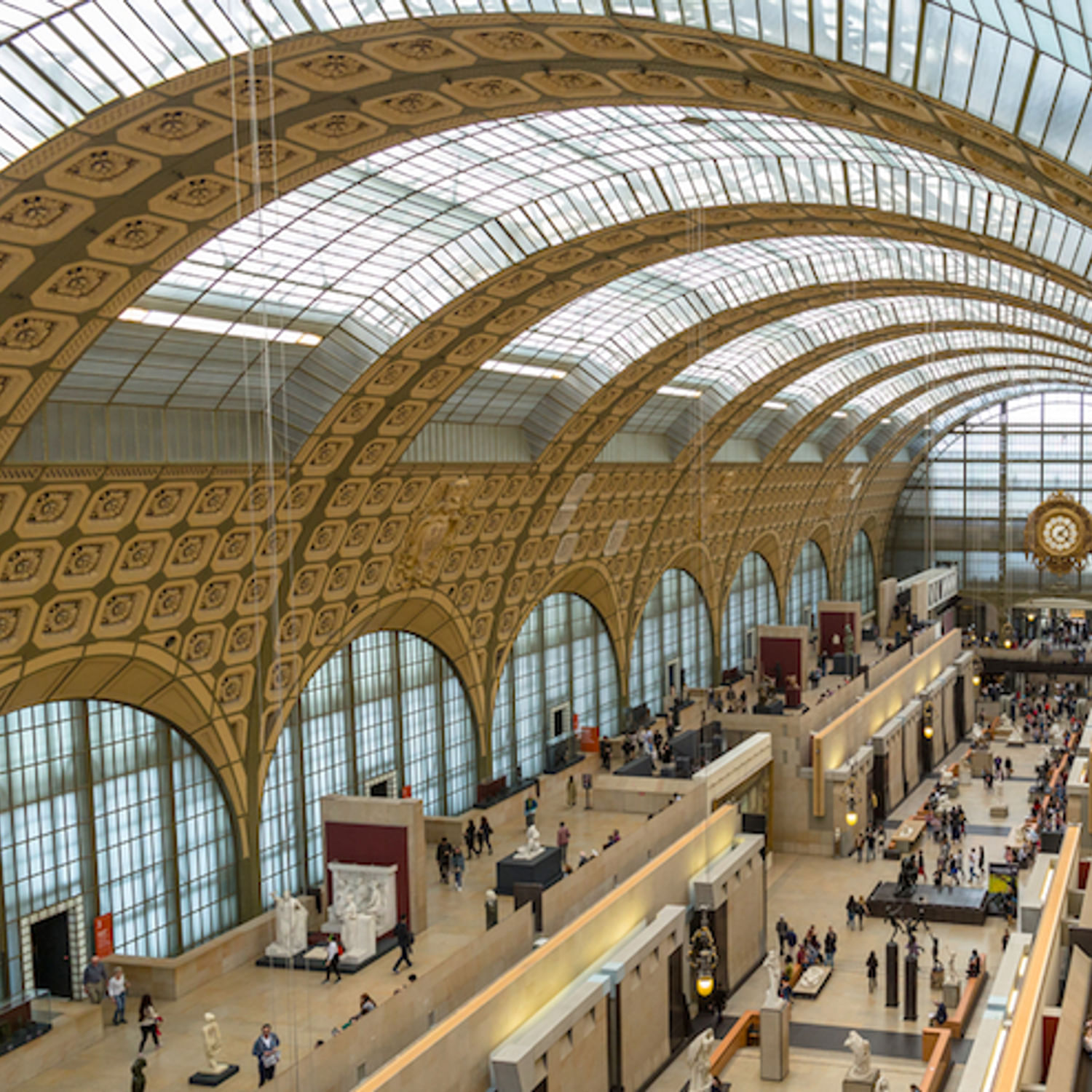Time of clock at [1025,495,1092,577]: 4:07
